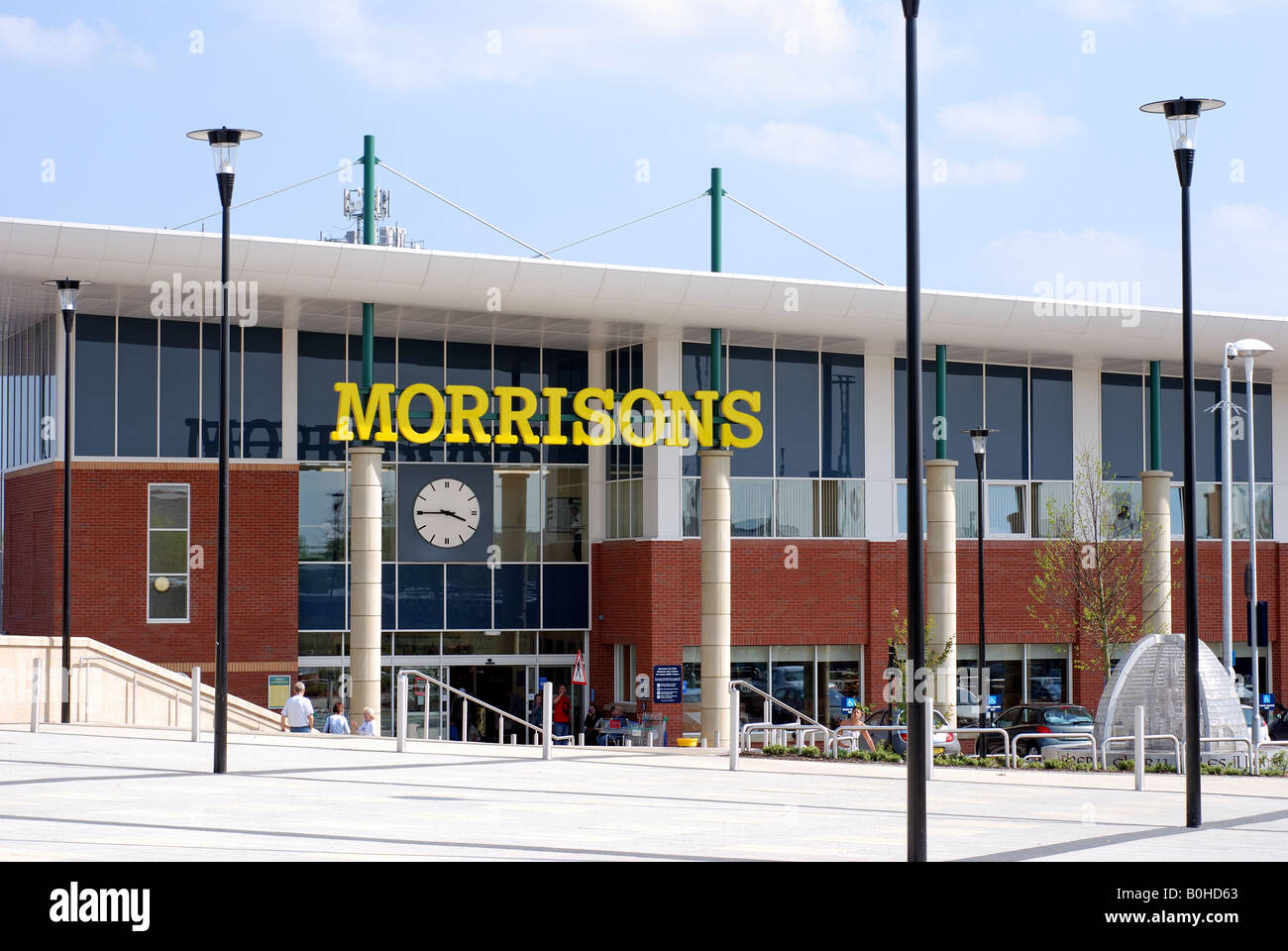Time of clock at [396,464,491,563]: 3:45
